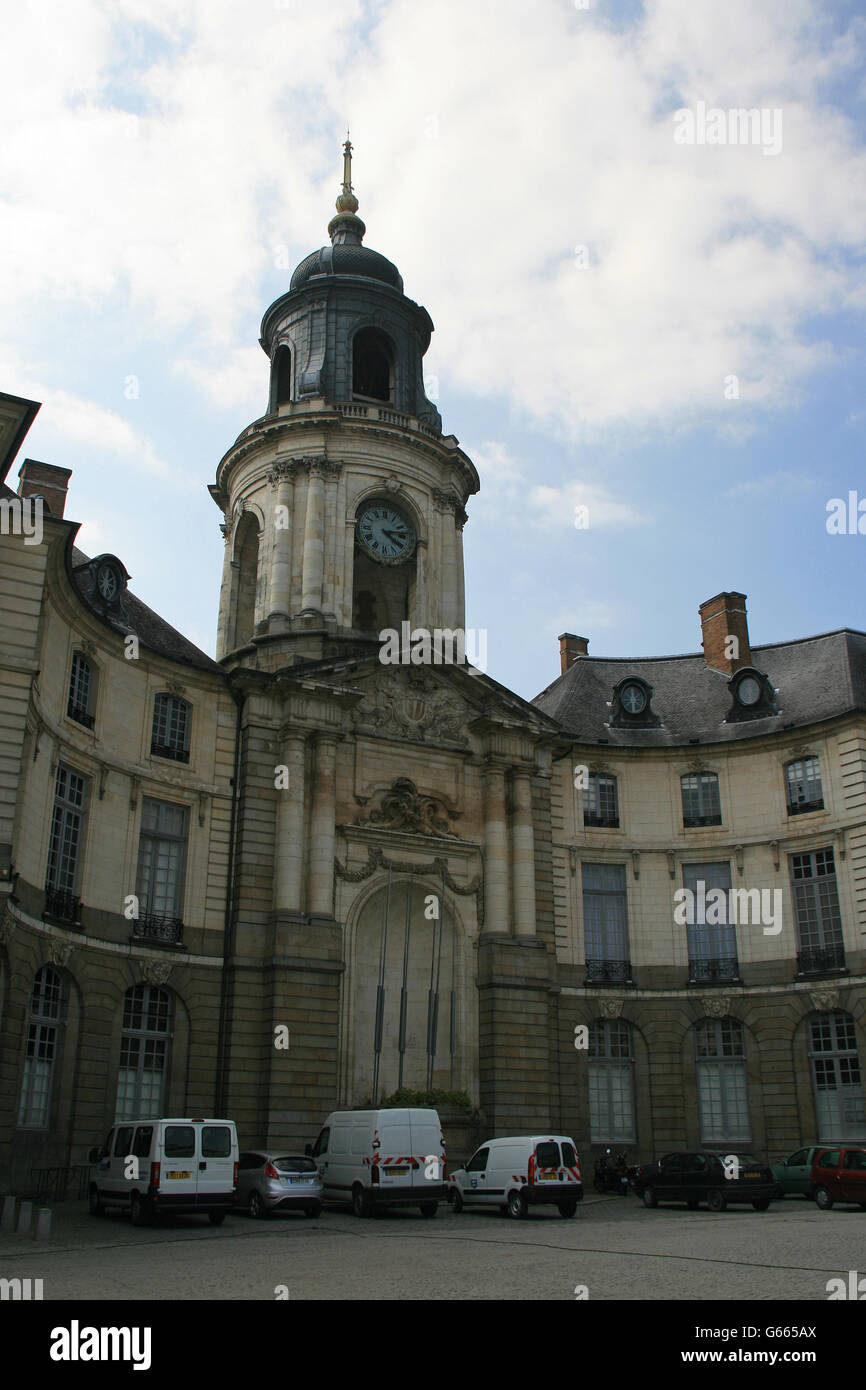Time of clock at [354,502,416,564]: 4:12
